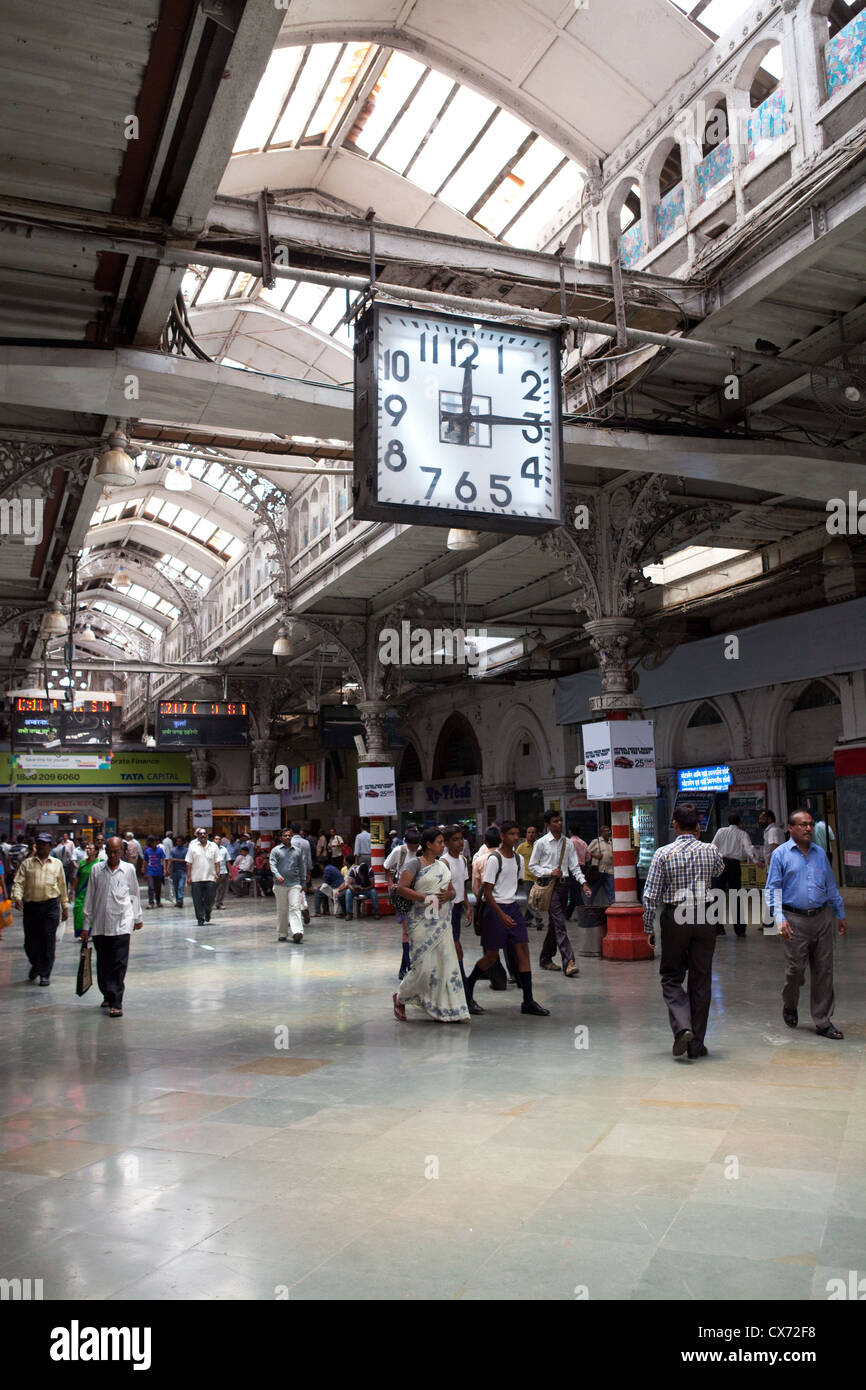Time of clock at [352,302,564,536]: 12:14
